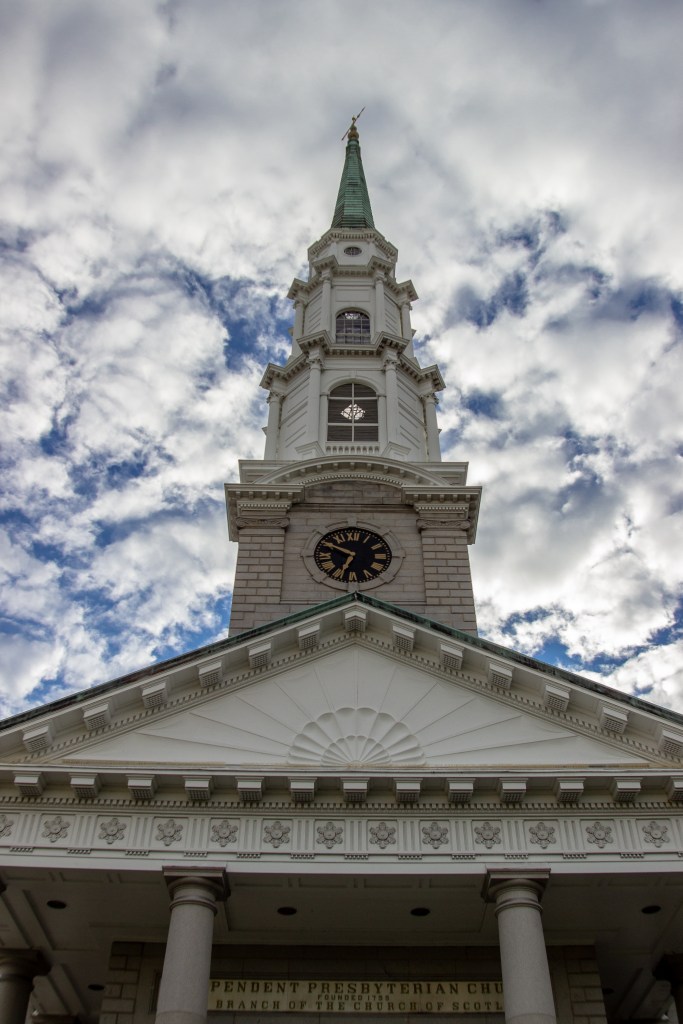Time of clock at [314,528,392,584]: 6:49
